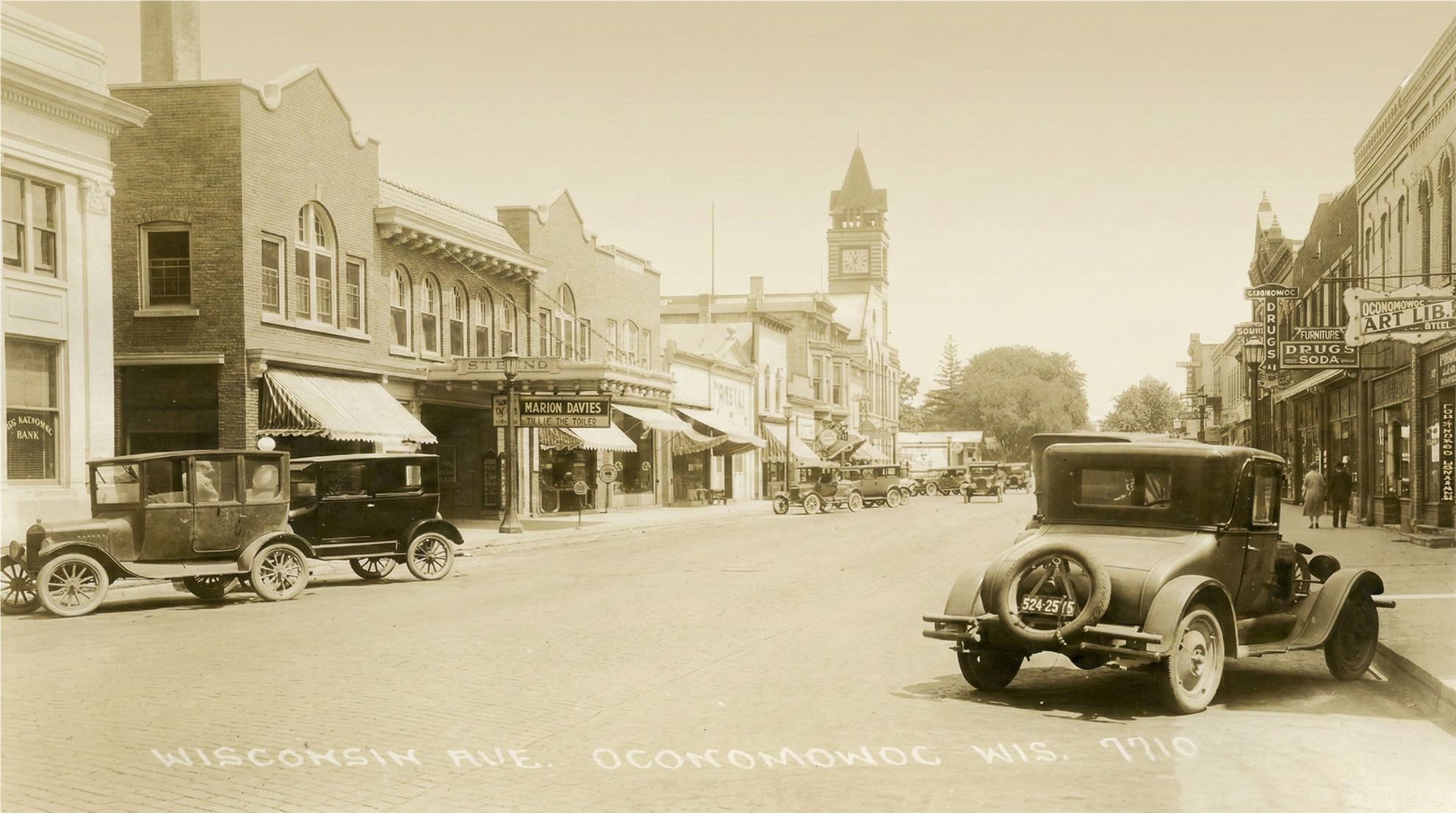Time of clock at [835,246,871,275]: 12:55
